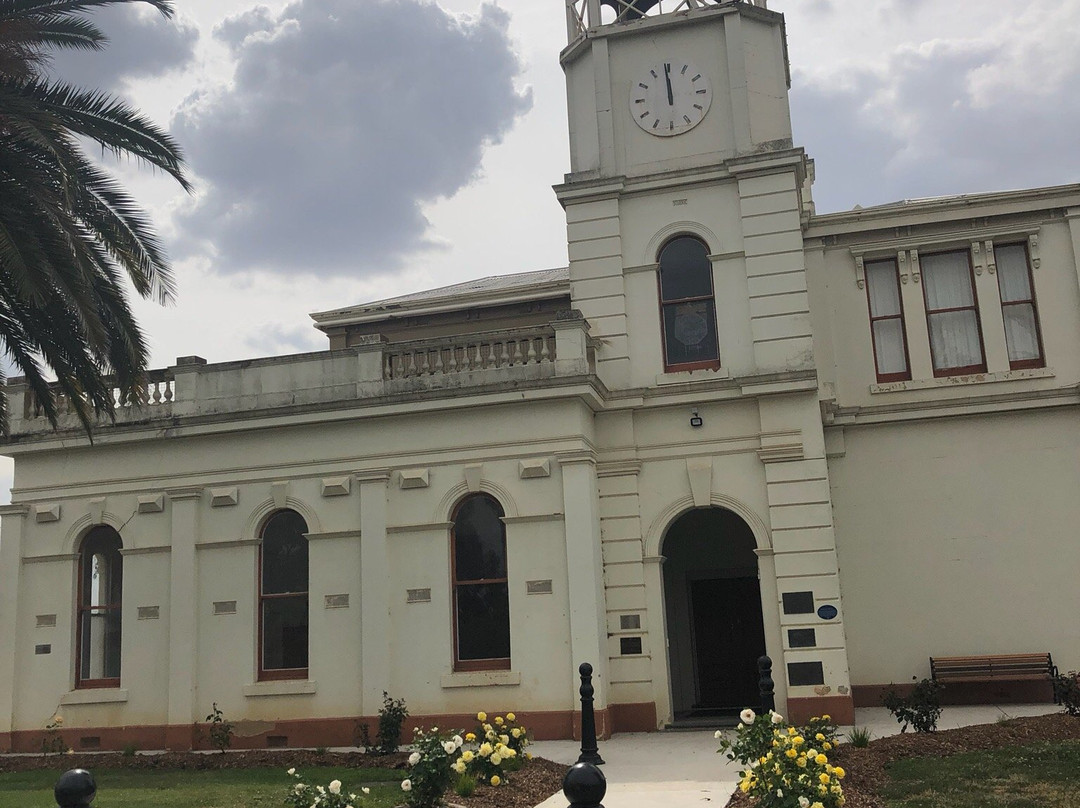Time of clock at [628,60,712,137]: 11:59
